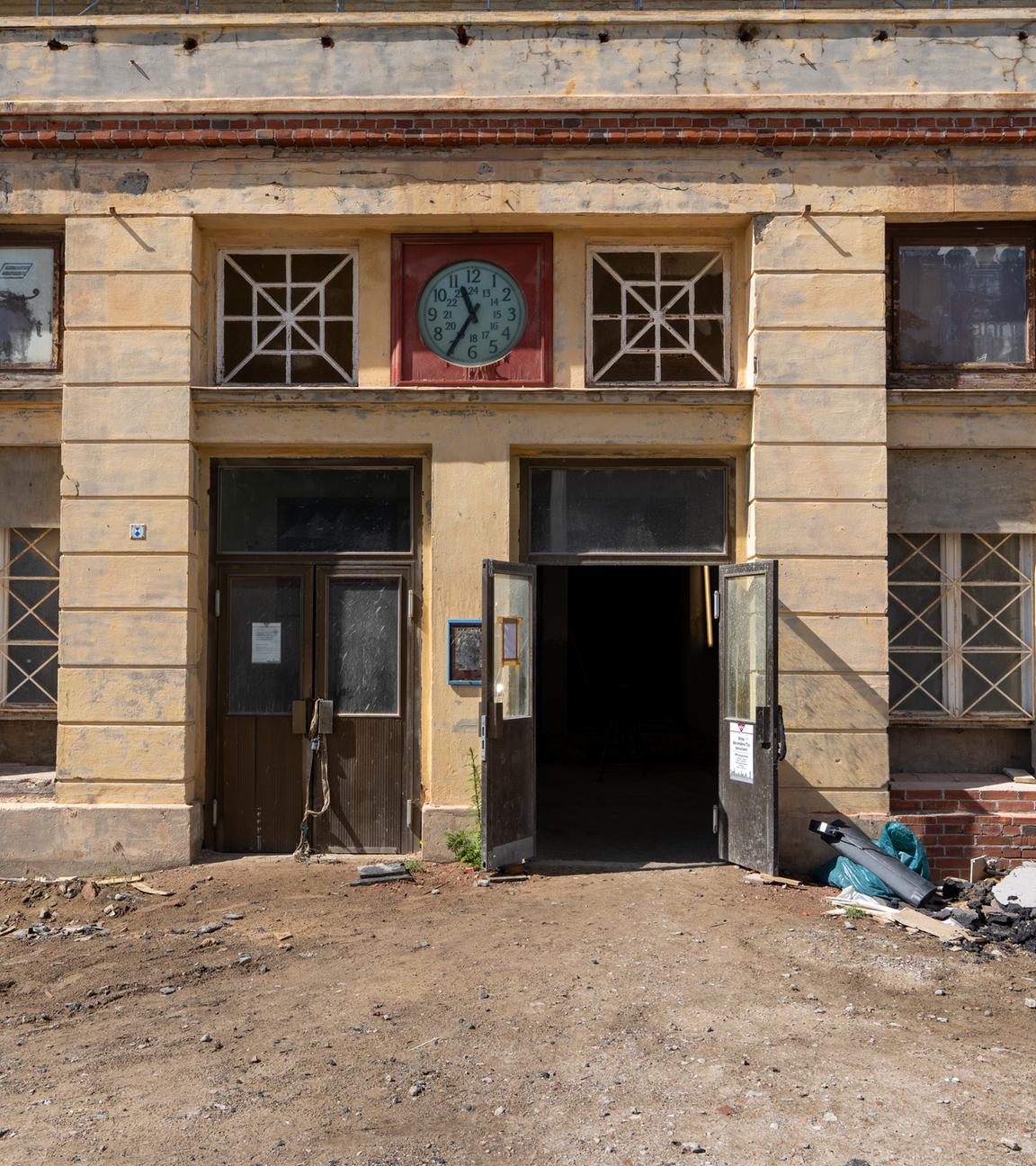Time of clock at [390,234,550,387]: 11:35
